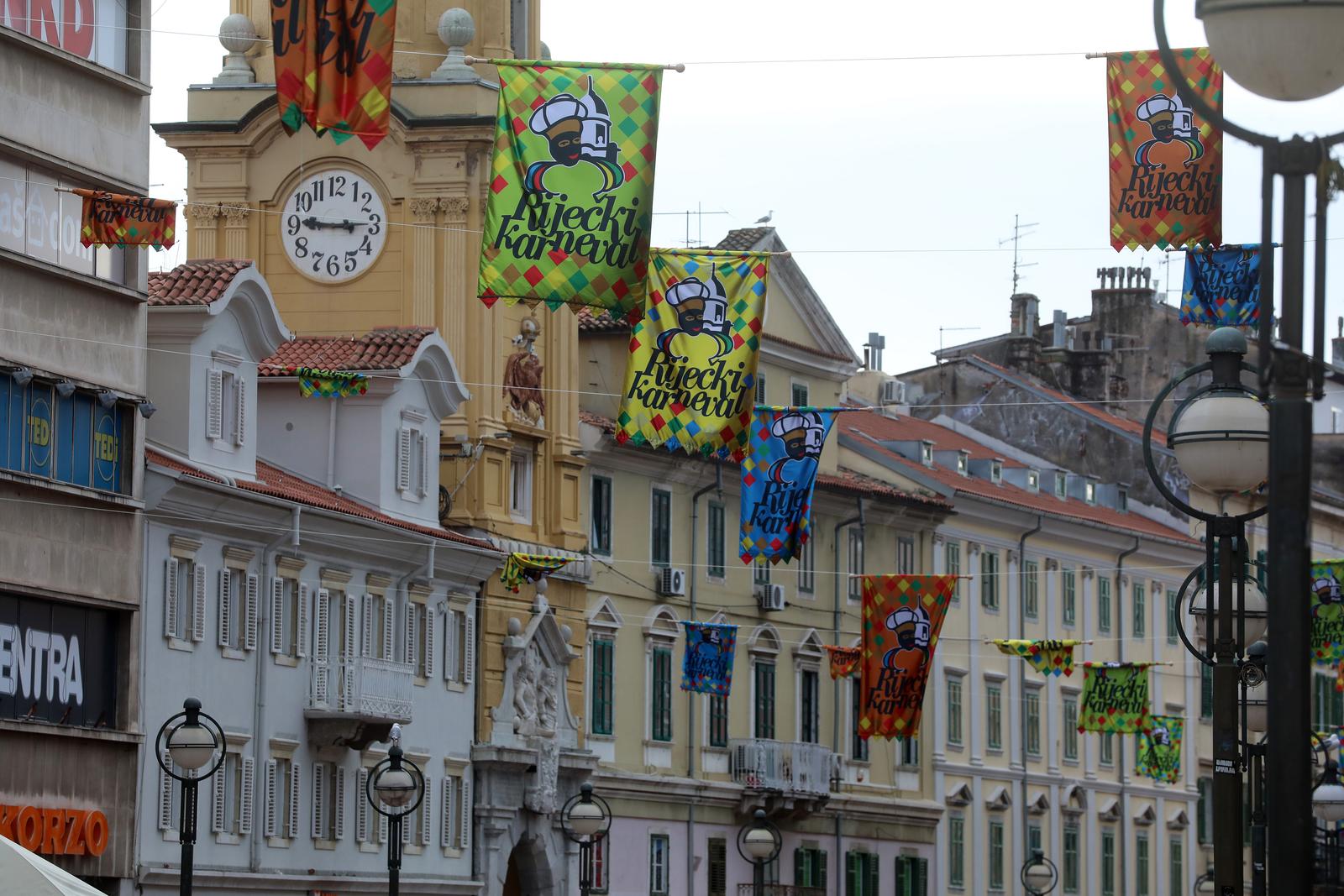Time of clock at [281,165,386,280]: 9:14
